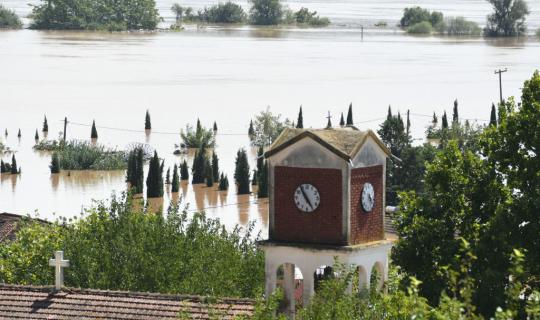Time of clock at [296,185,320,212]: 4:54
